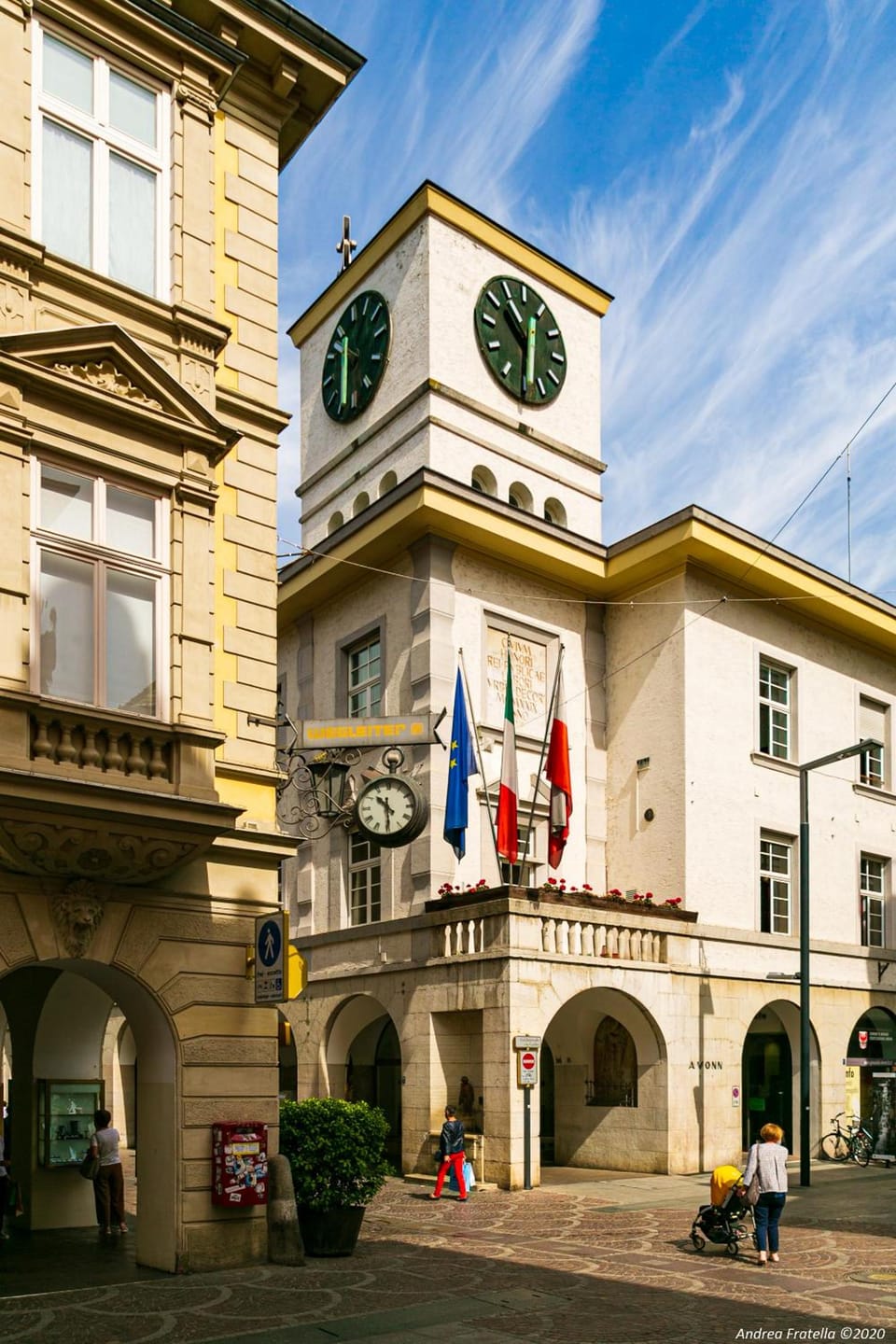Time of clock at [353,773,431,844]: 10:29
